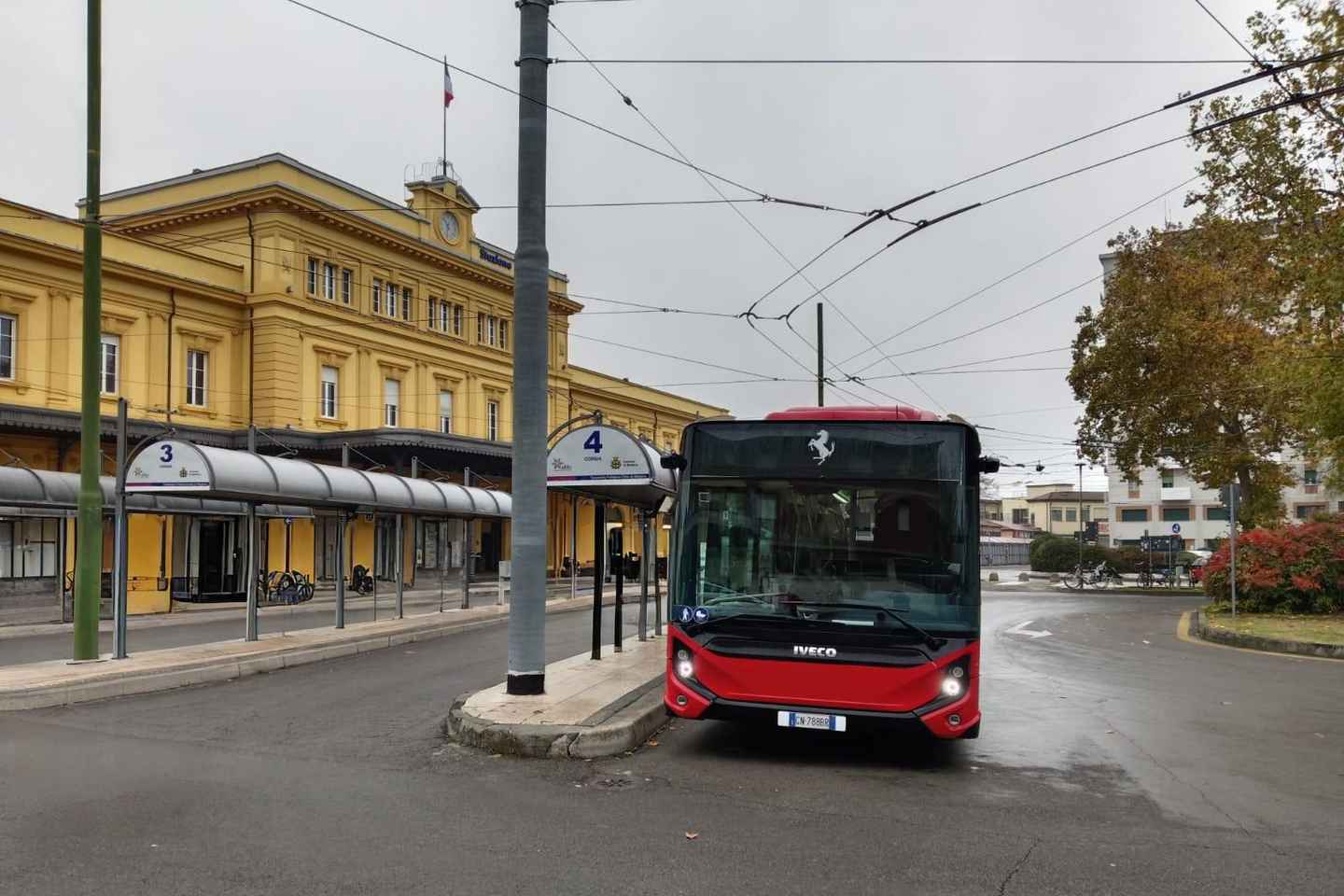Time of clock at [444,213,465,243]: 10:32
